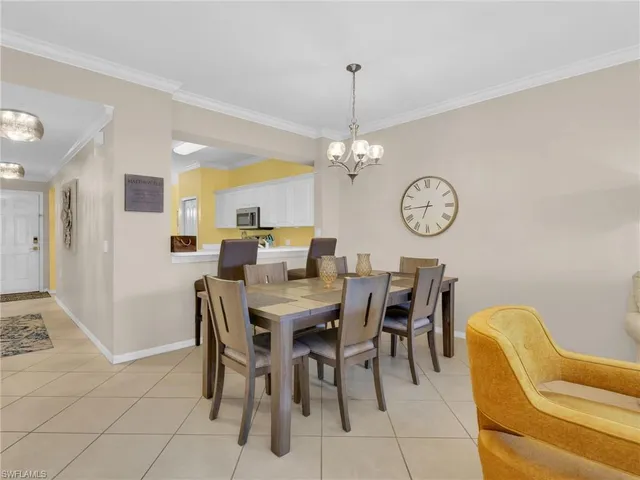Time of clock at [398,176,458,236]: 6:44
